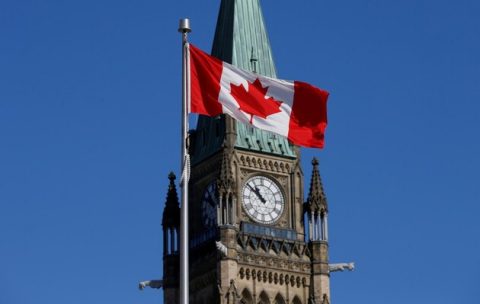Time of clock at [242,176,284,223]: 10:51
